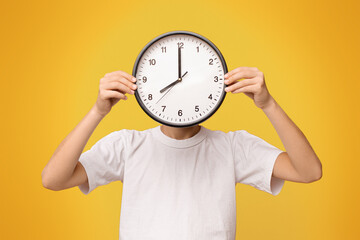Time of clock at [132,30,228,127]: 7:59
